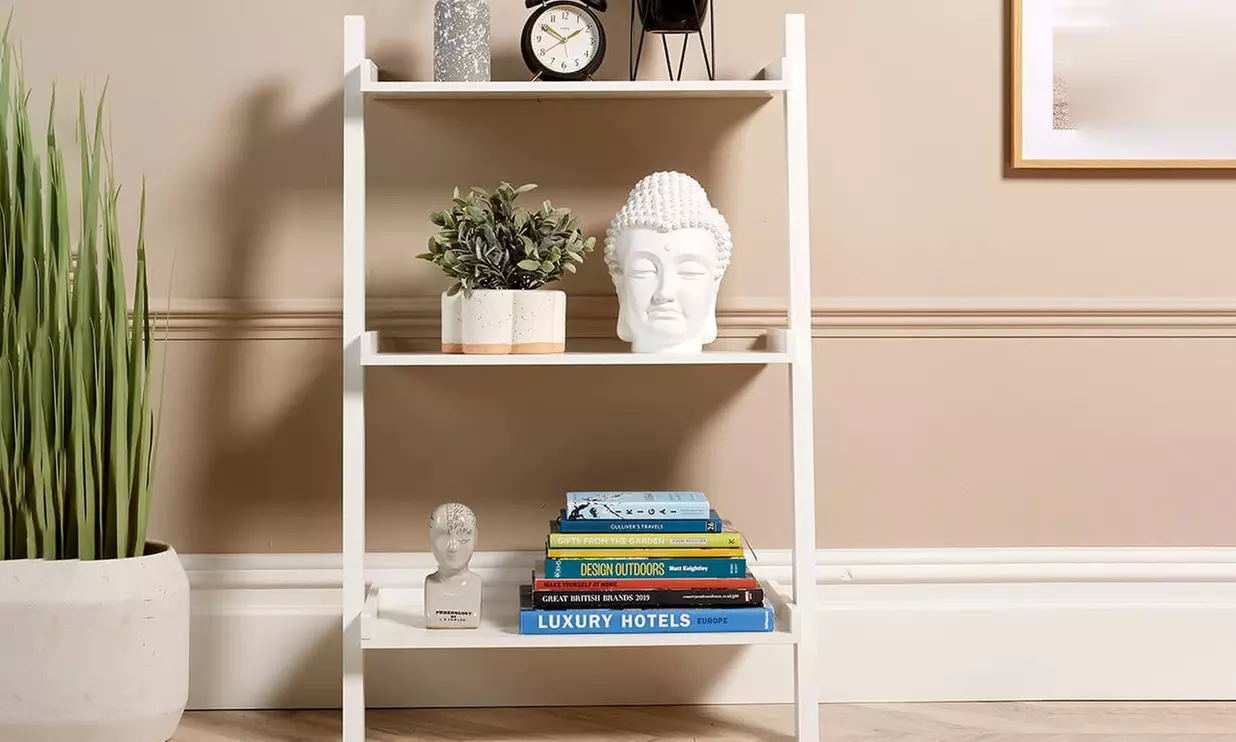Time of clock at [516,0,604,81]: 1:50
